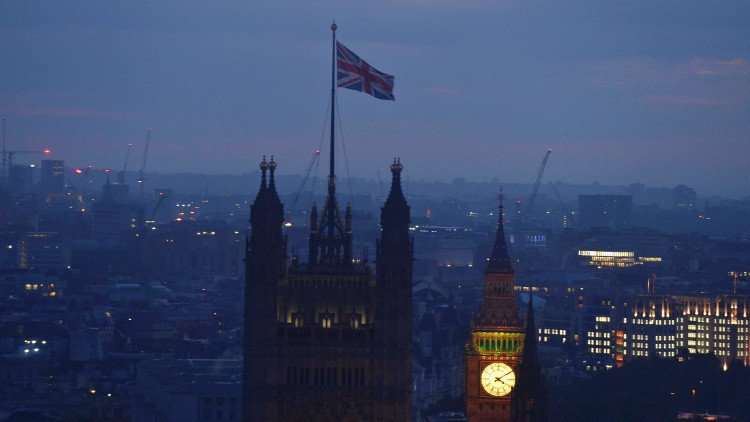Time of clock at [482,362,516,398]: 4:09
